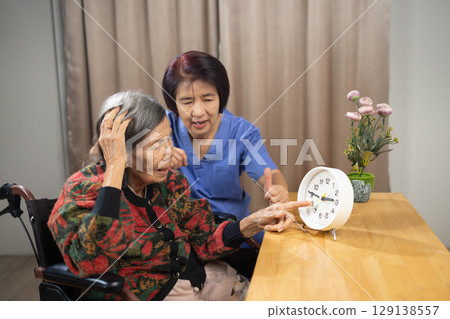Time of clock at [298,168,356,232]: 2:46
